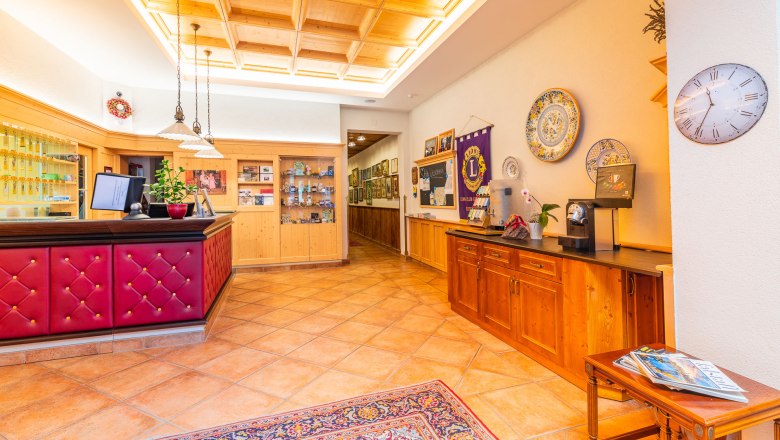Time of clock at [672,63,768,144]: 11:35
